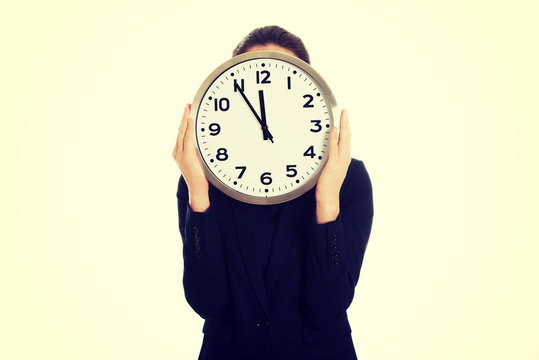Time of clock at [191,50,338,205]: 11:54
